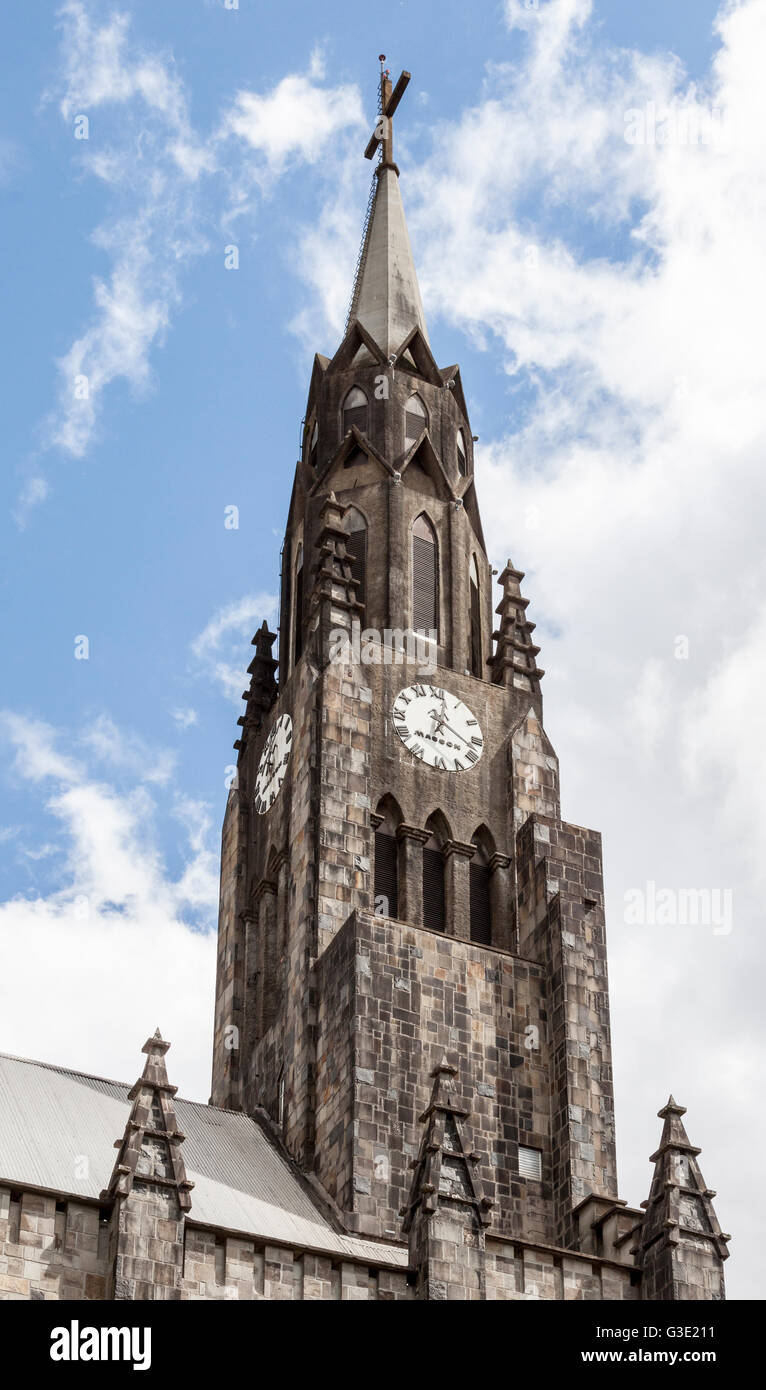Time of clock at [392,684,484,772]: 4:02
